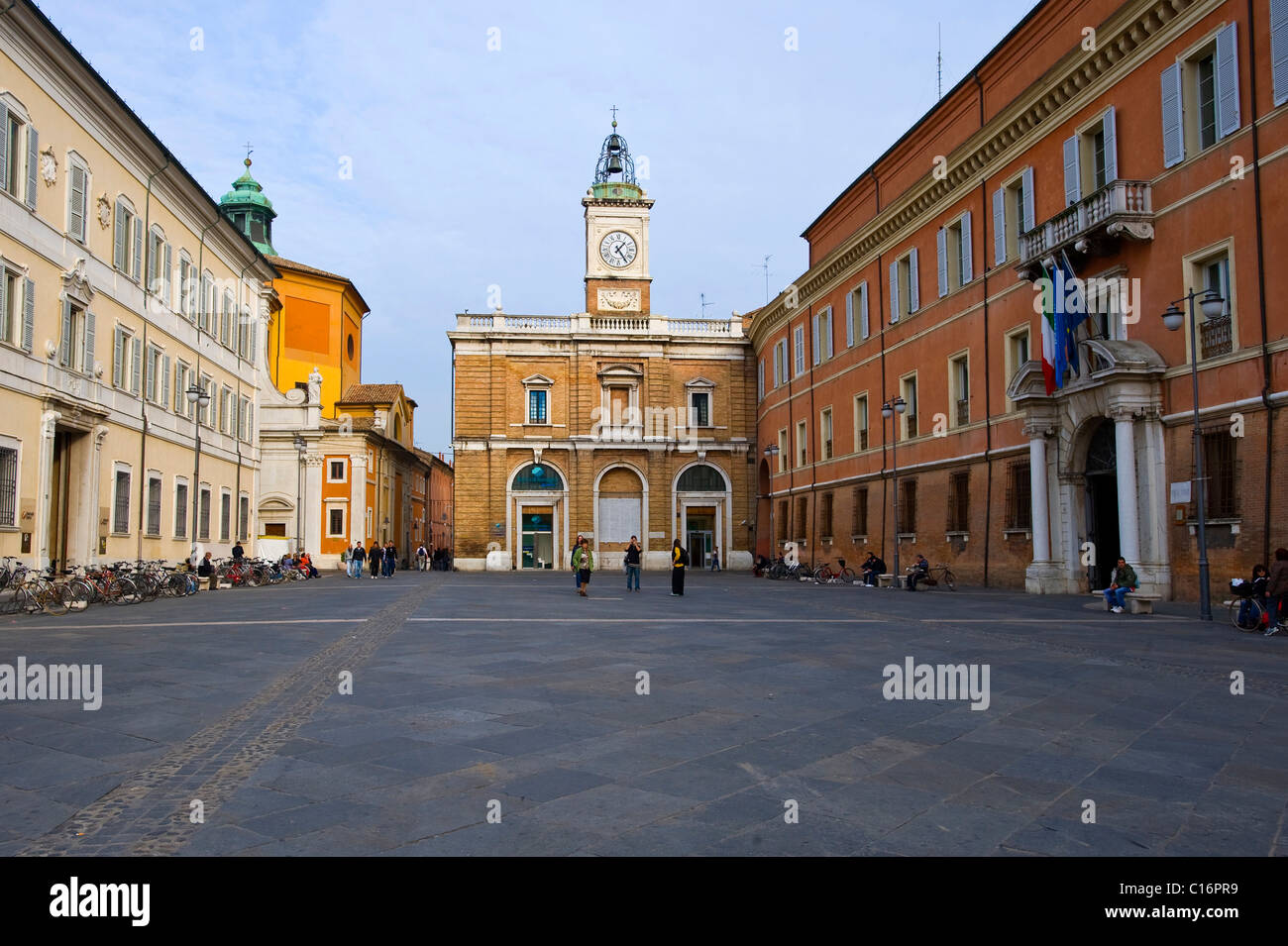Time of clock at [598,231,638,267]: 1:24
